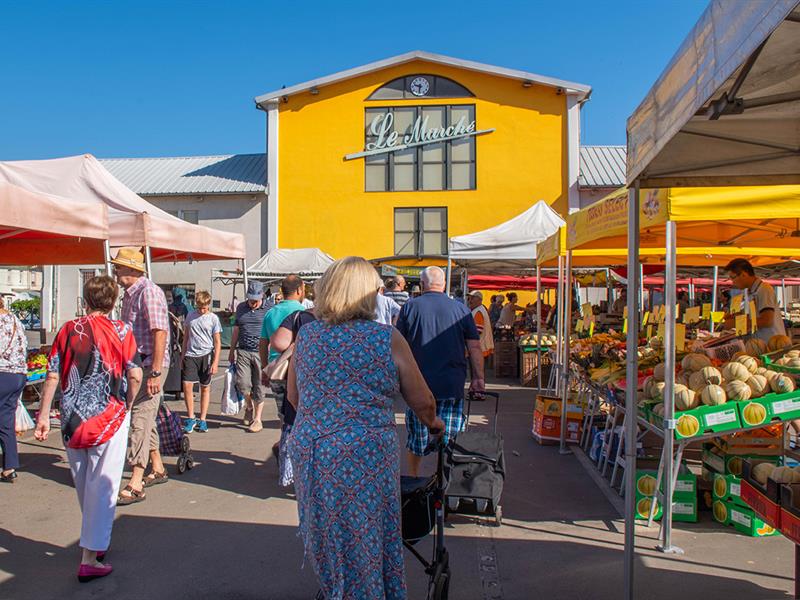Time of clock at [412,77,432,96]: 9:32
